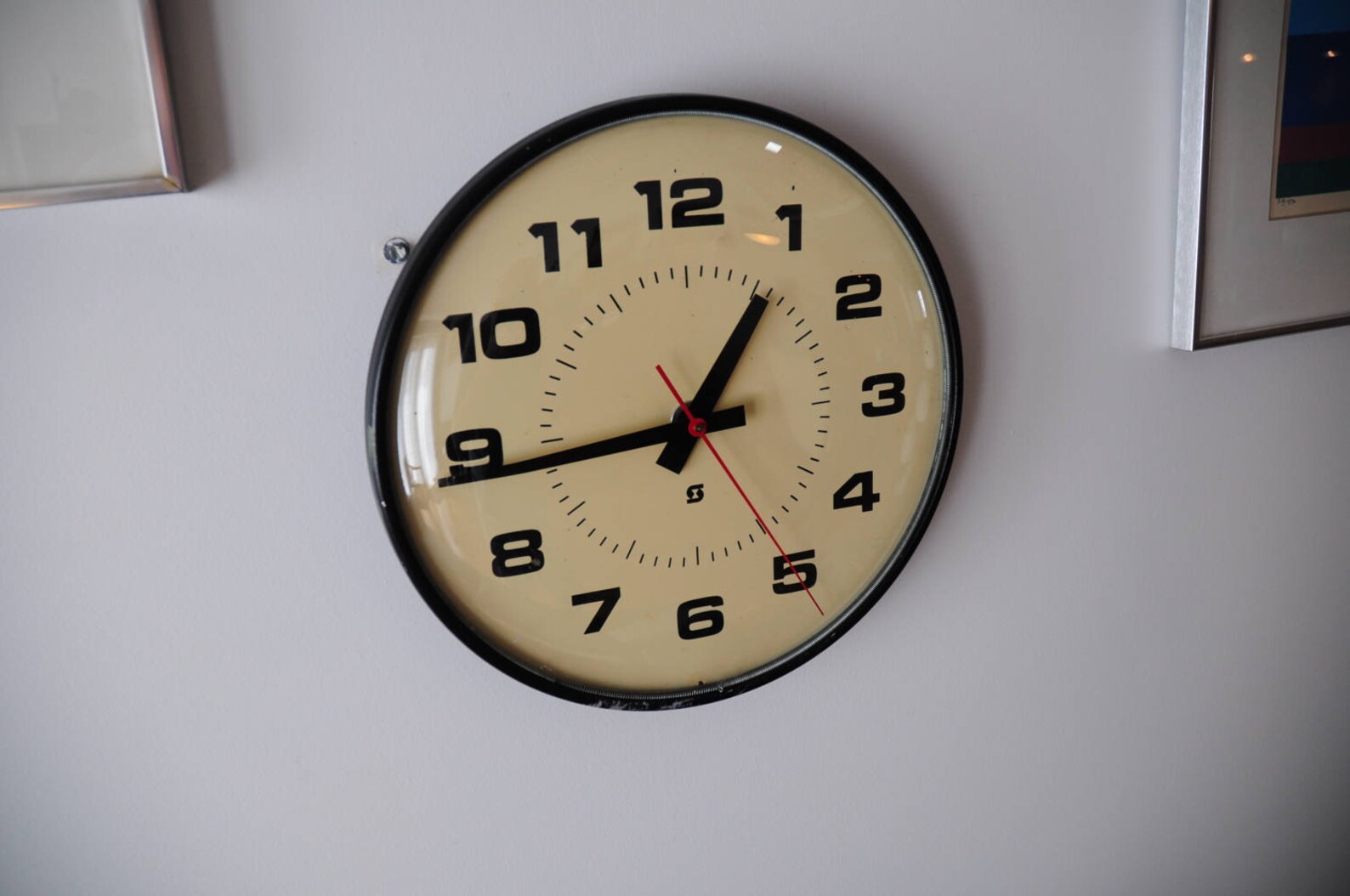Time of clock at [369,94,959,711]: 12:44
